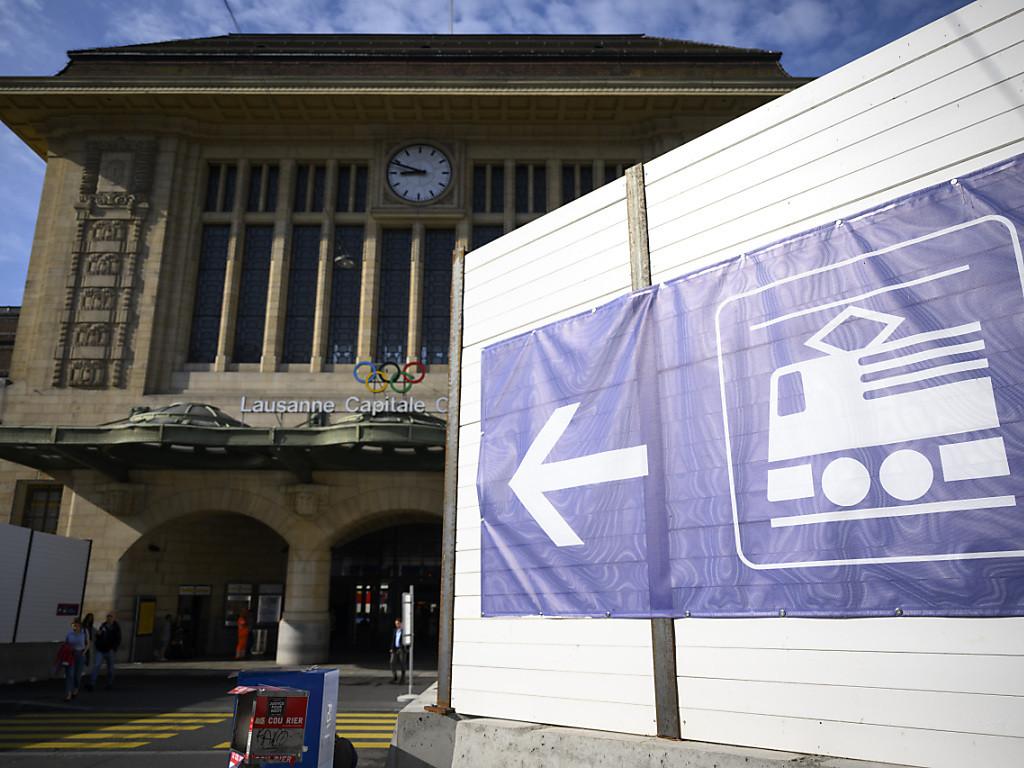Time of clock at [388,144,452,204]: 8:48
